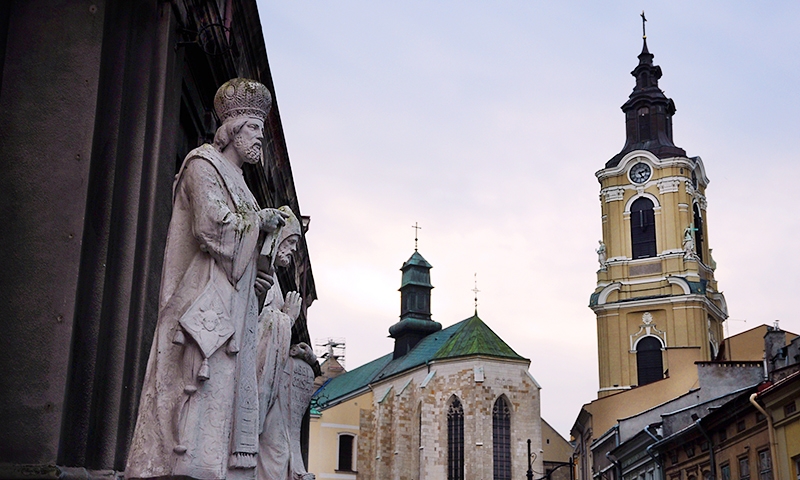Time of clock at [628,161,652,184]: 5:12
